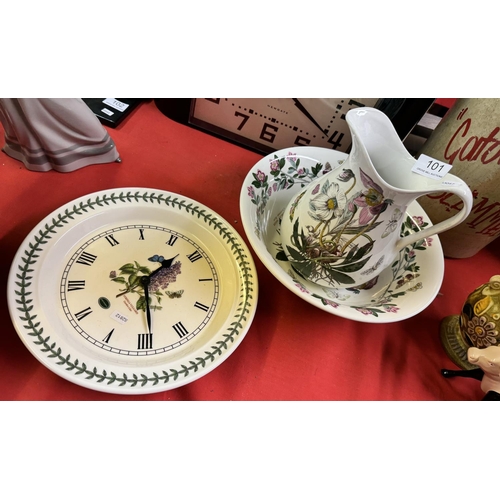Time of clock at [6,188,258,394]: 1:29
